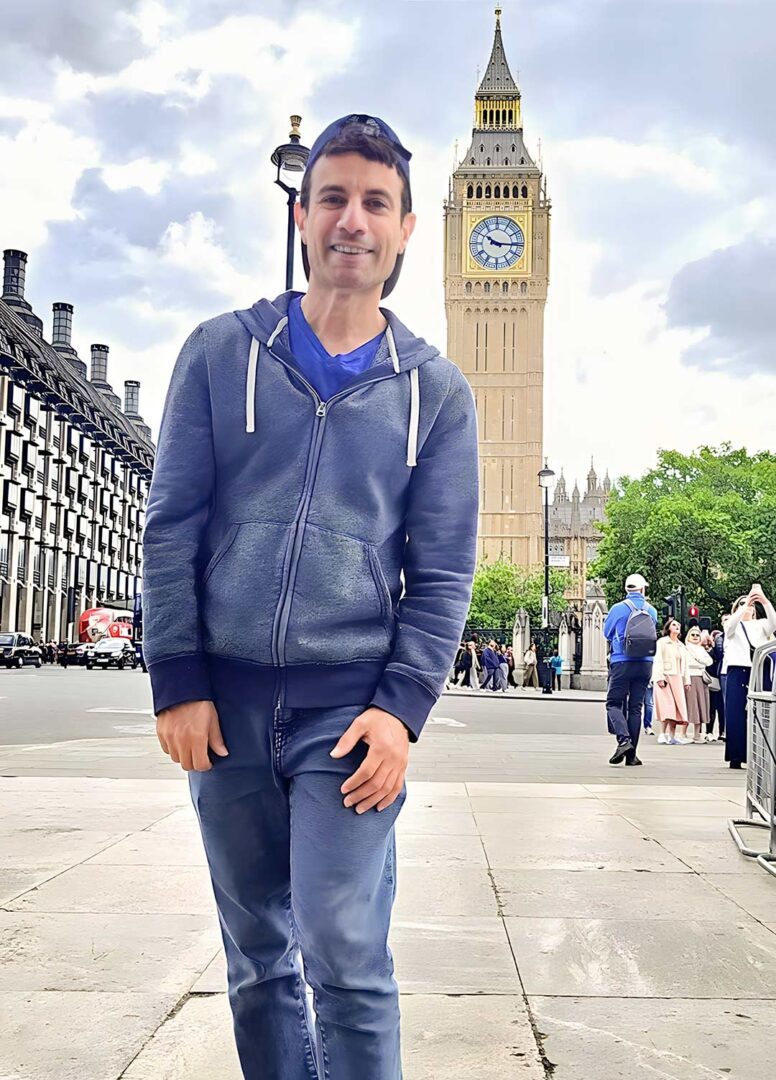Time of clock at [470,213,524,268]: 10:15
